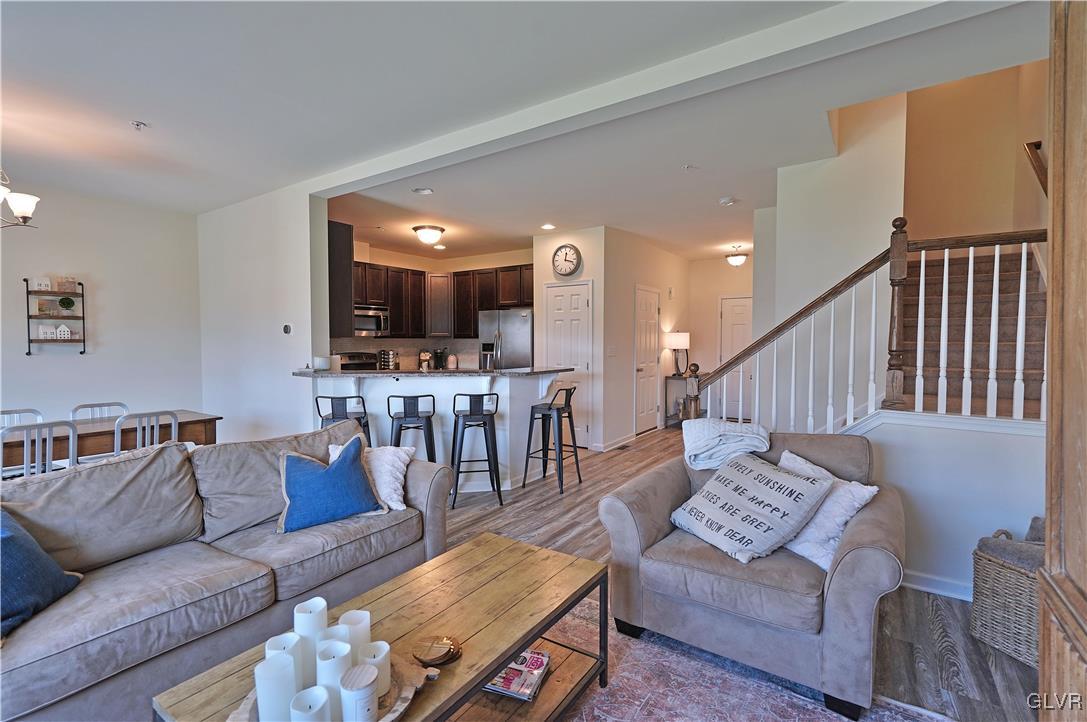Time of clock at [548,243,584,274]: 12:17
